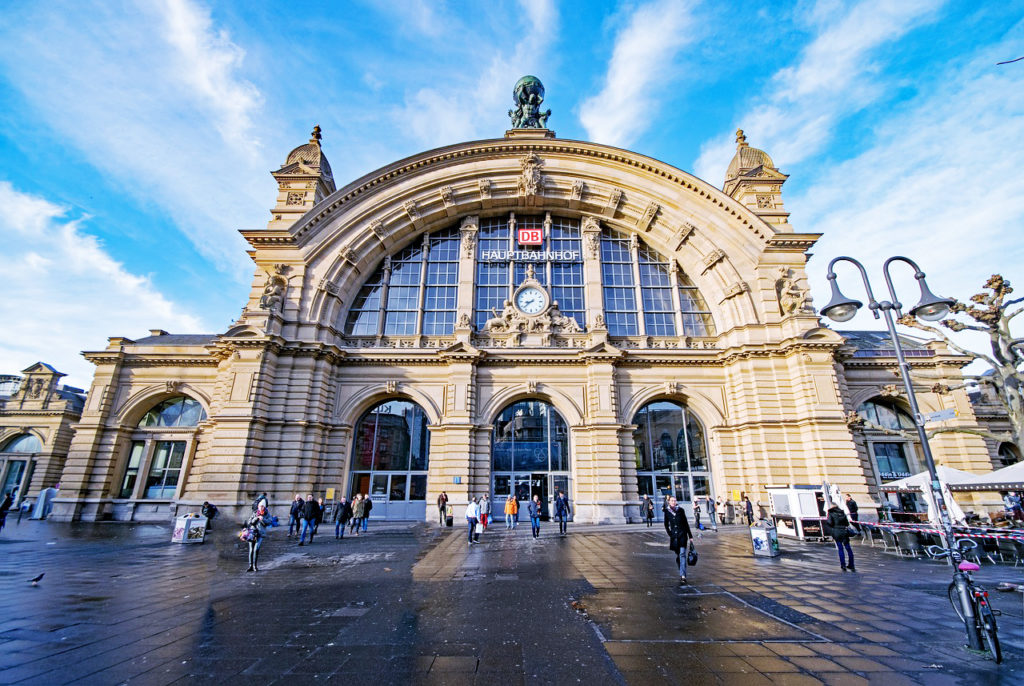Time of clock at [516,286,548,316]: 8:38
